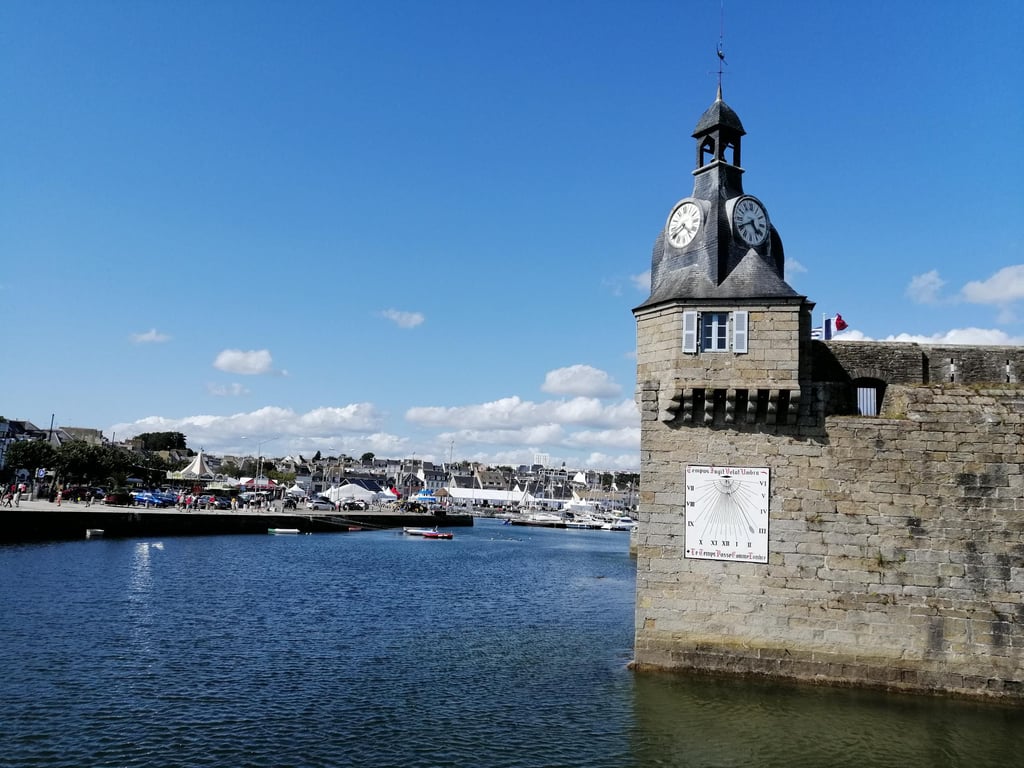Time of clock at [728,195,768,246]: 4:40
